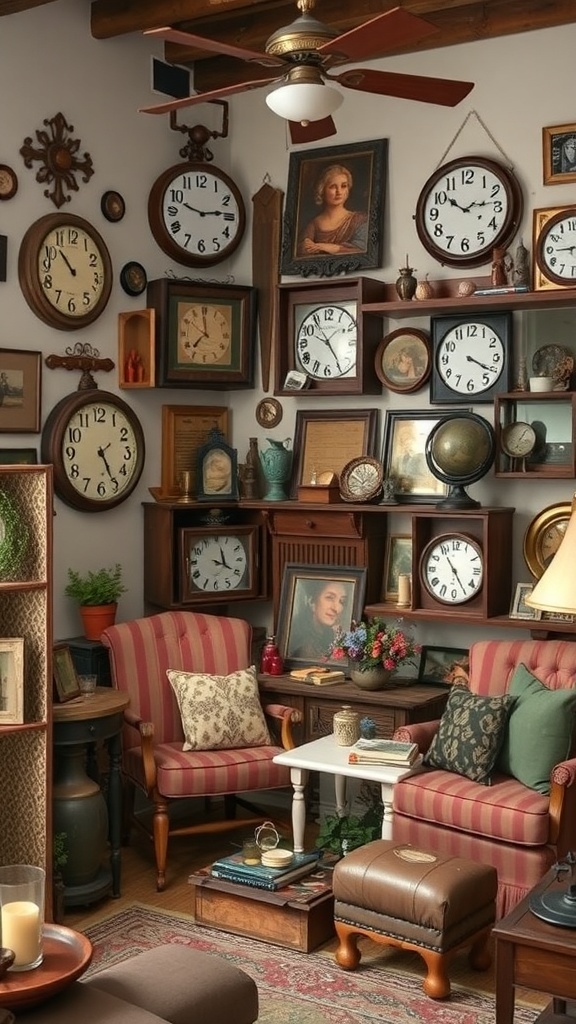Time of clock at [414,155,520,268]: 10:13
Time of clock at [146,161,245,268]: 2:48
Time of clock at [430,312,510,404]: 4:20
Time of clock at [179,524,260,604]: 12:19
